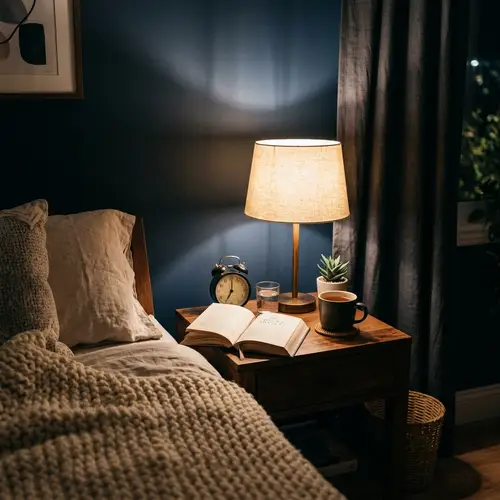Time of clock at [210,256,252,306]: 7:00
